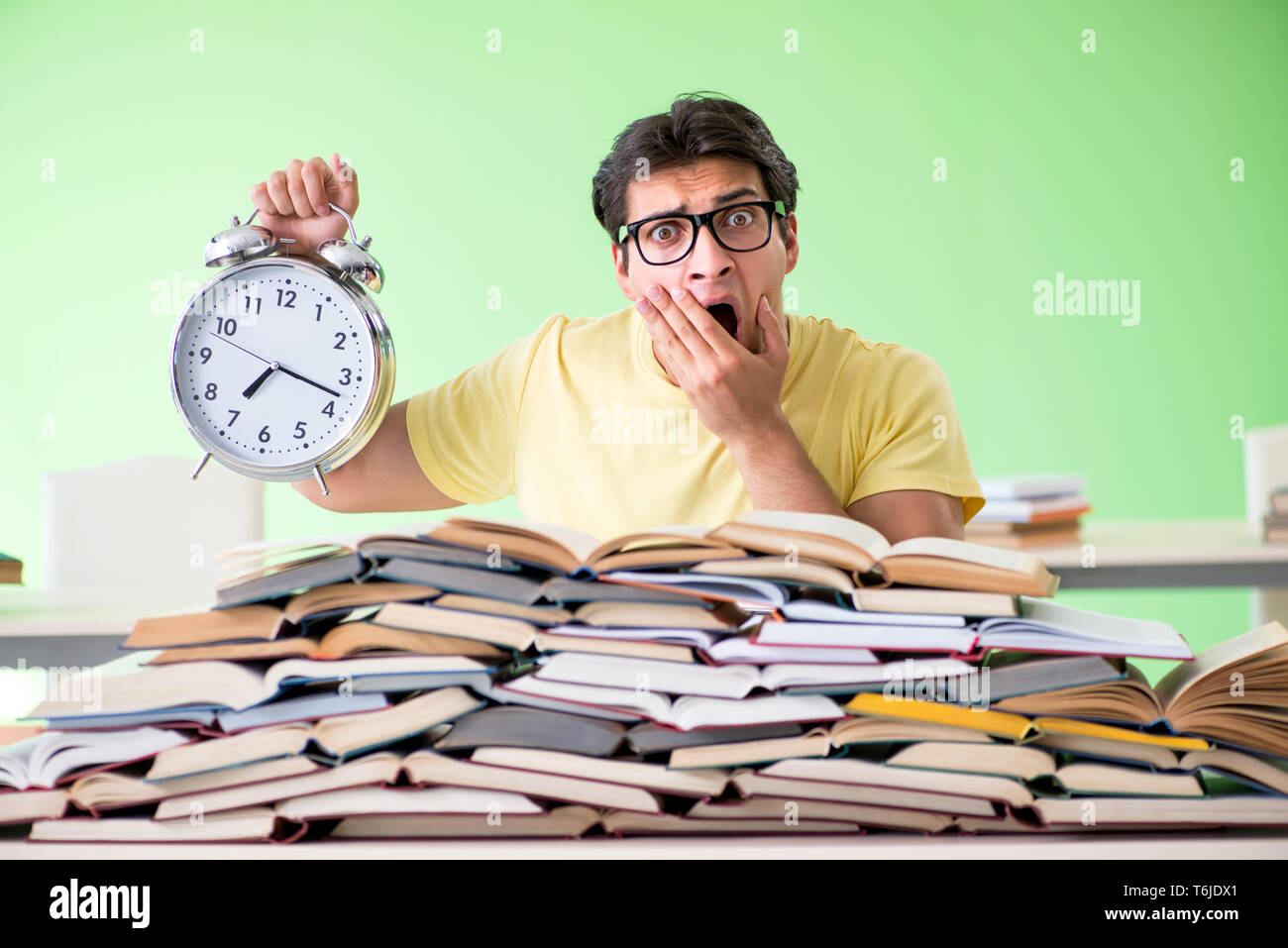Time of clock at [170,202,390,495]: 7:17
